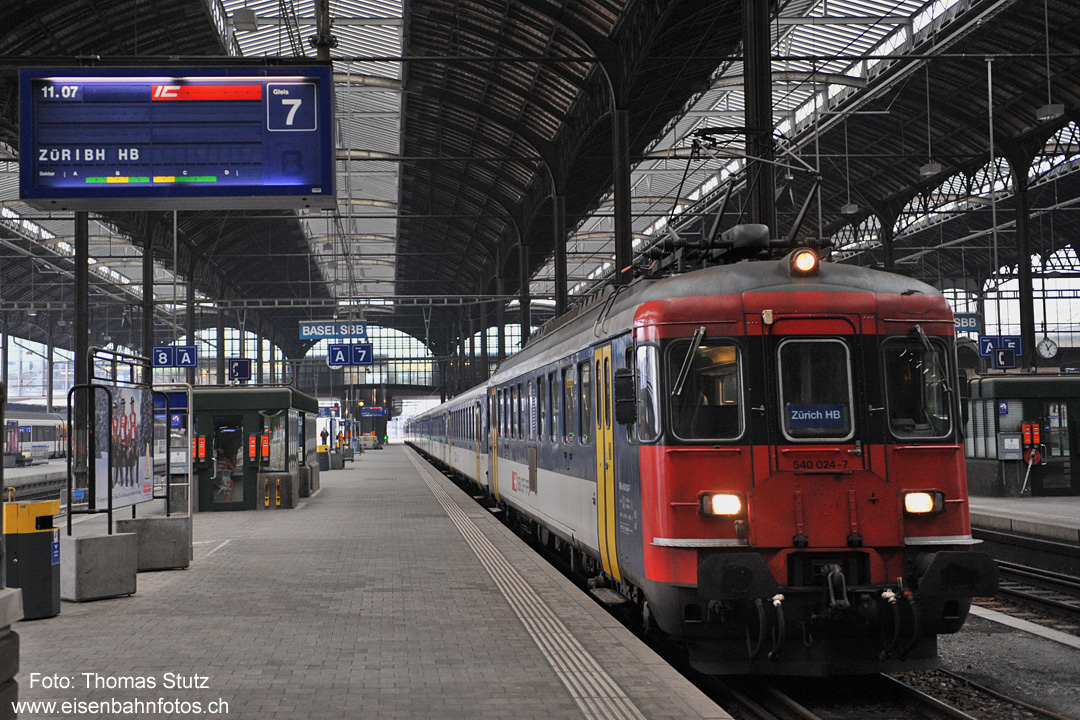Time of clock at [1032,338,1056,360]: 11:07
